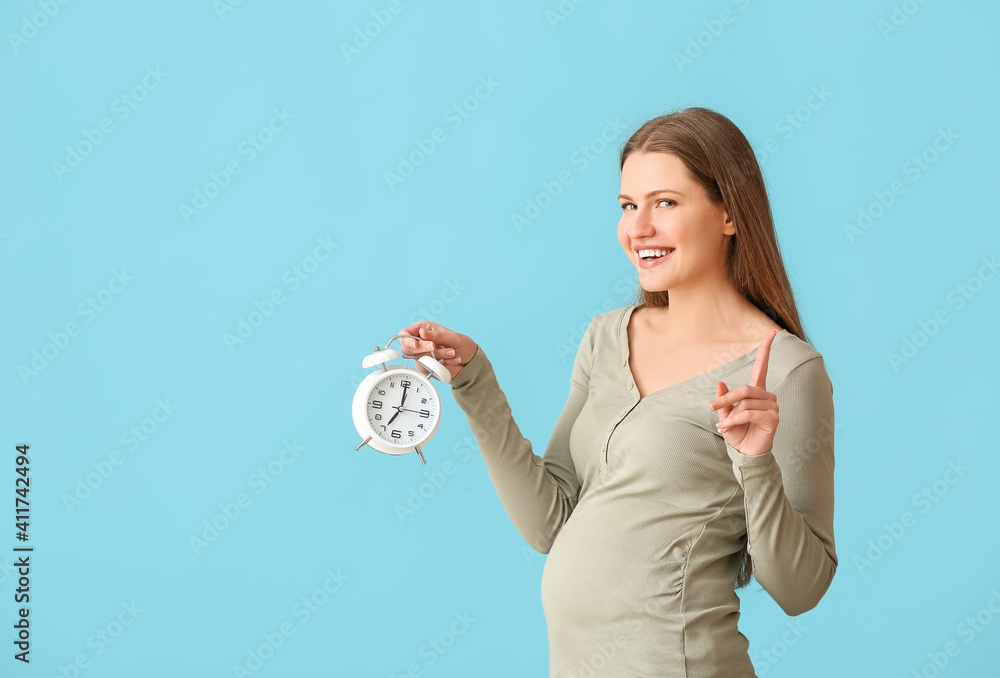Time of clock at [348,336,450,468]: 7:00
